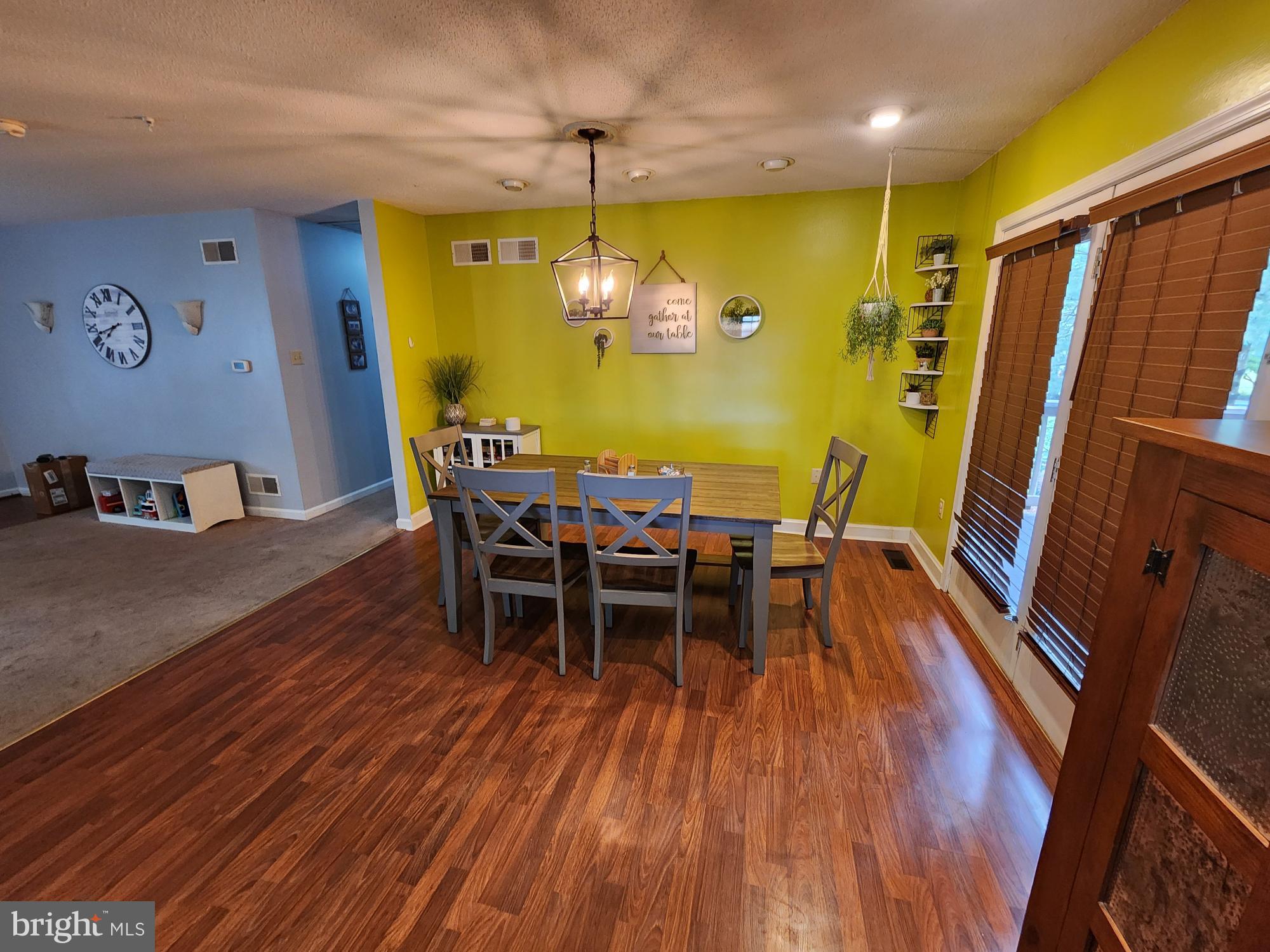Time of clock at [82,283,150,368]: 7:42
